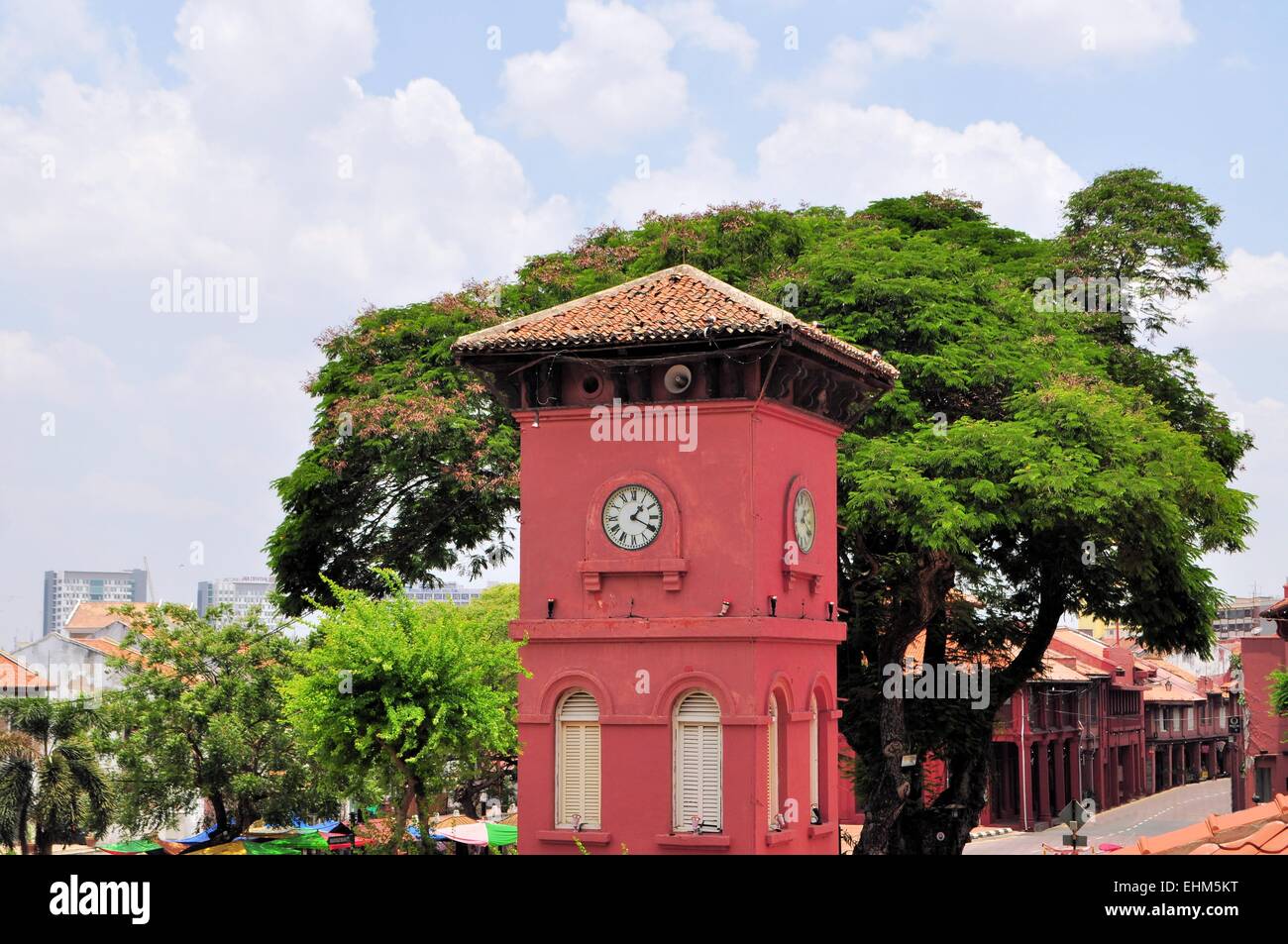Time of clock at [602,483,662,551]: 1:19
